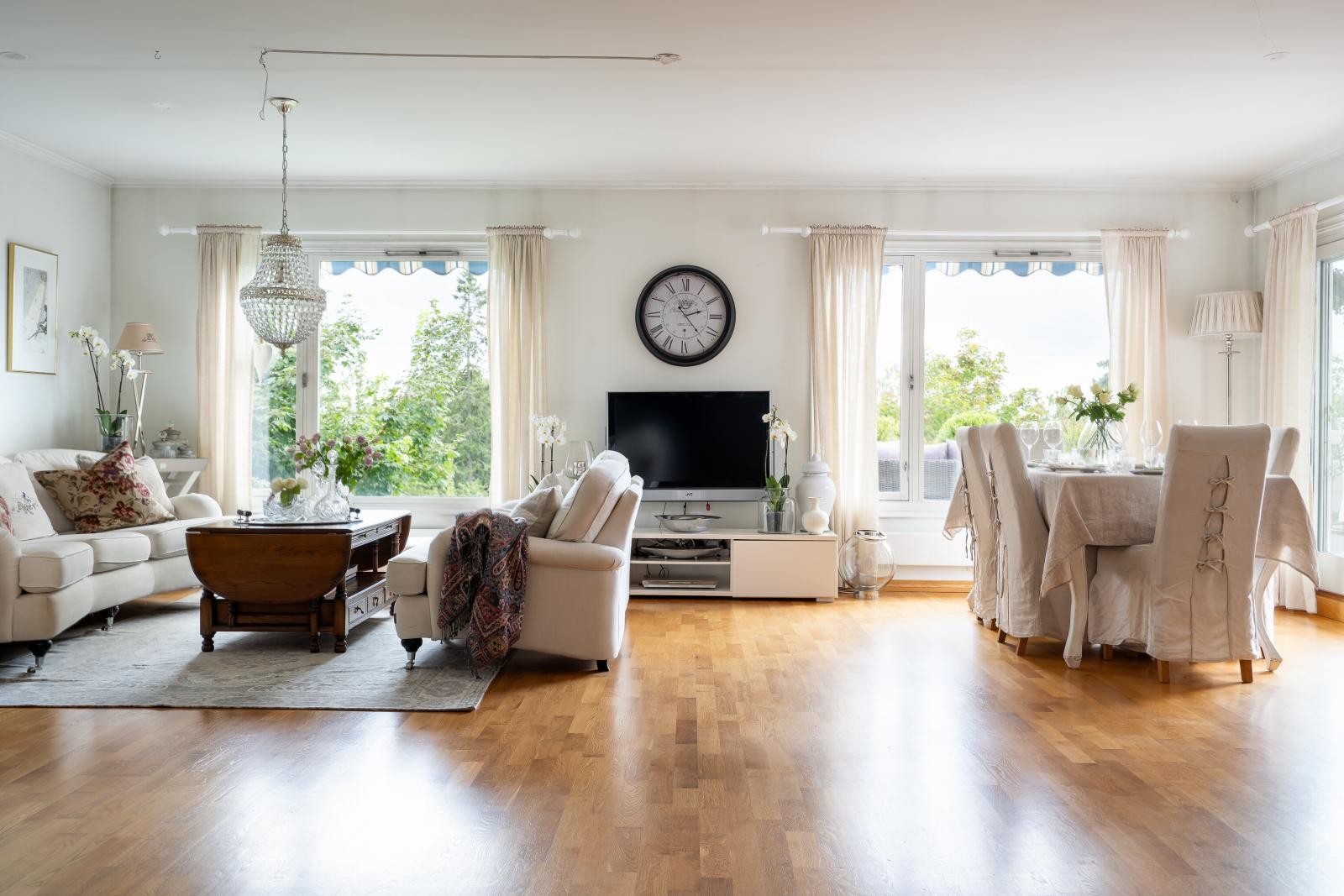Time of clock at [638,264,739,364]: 2:23
